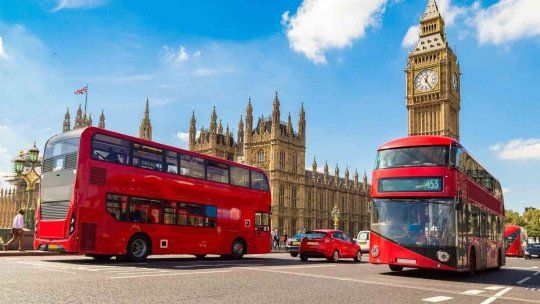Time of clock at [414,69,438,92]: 12:24
